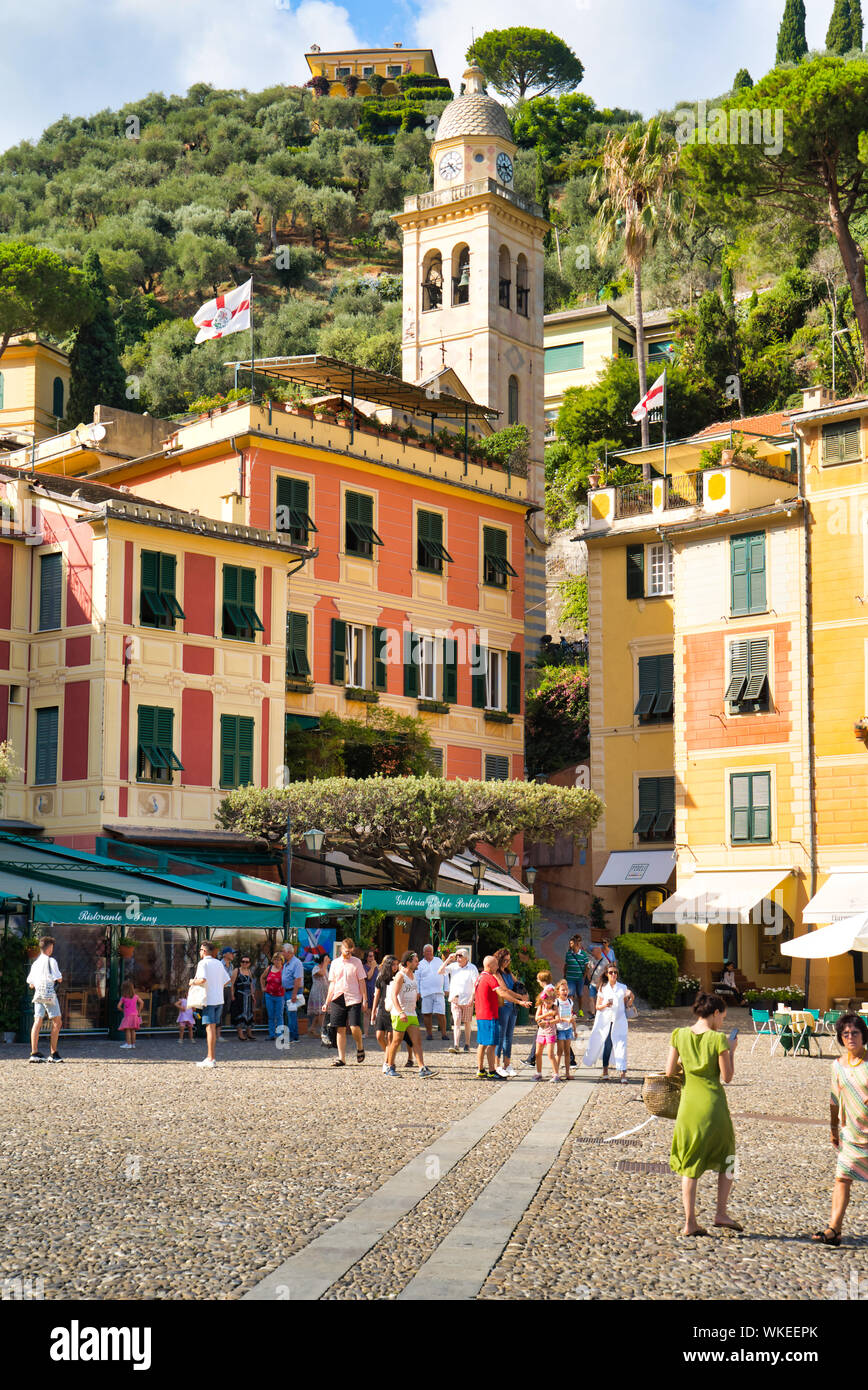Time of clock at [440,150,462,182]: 4:42
